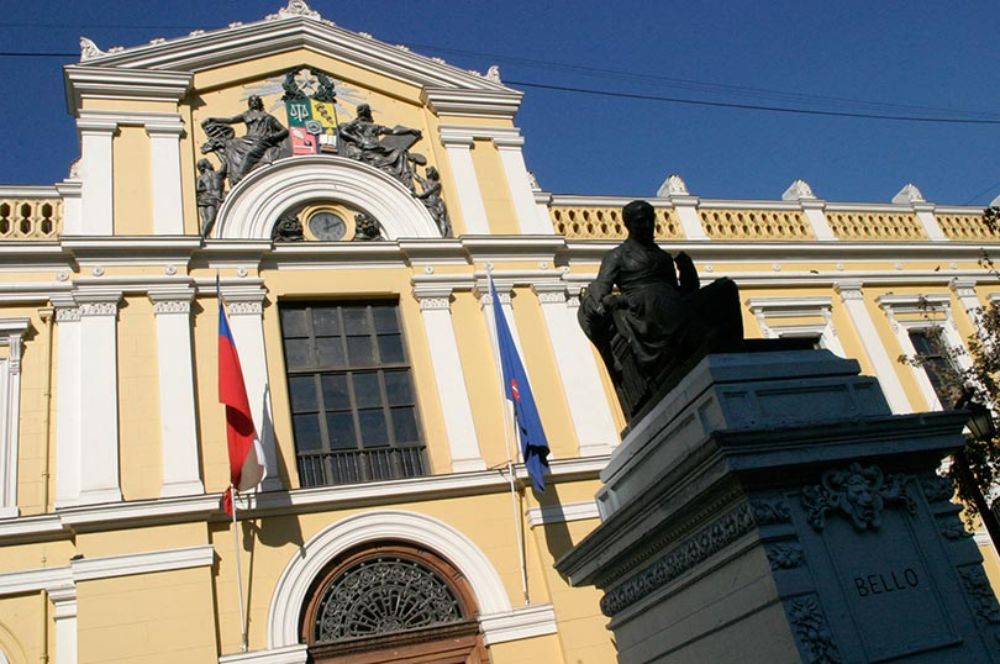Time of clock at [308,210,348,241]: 12:10
